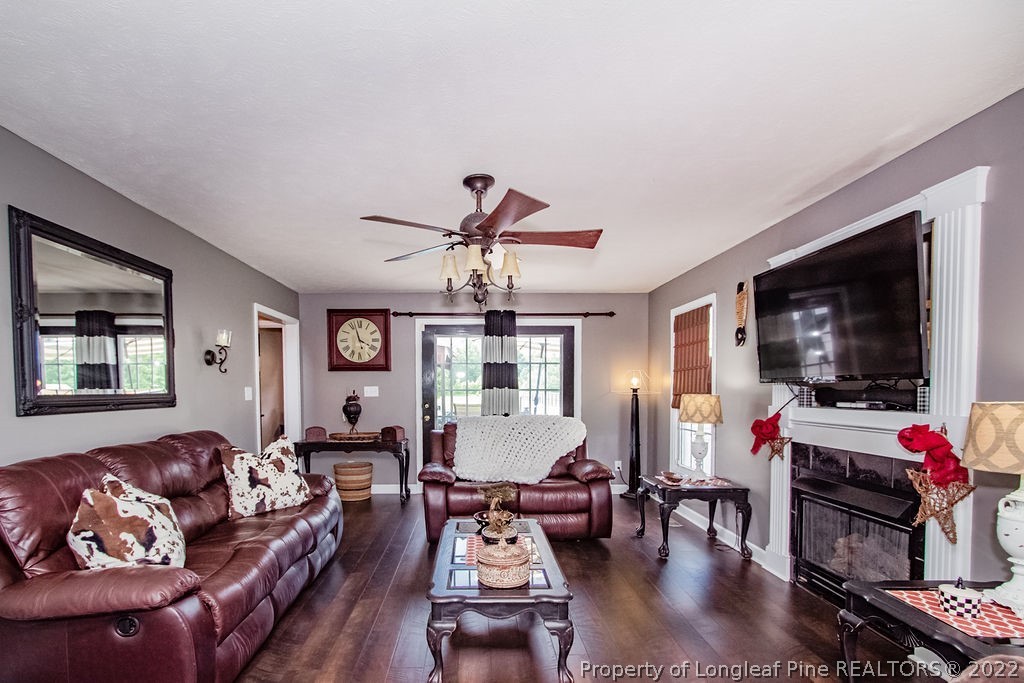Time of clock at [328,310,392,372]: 3:57
